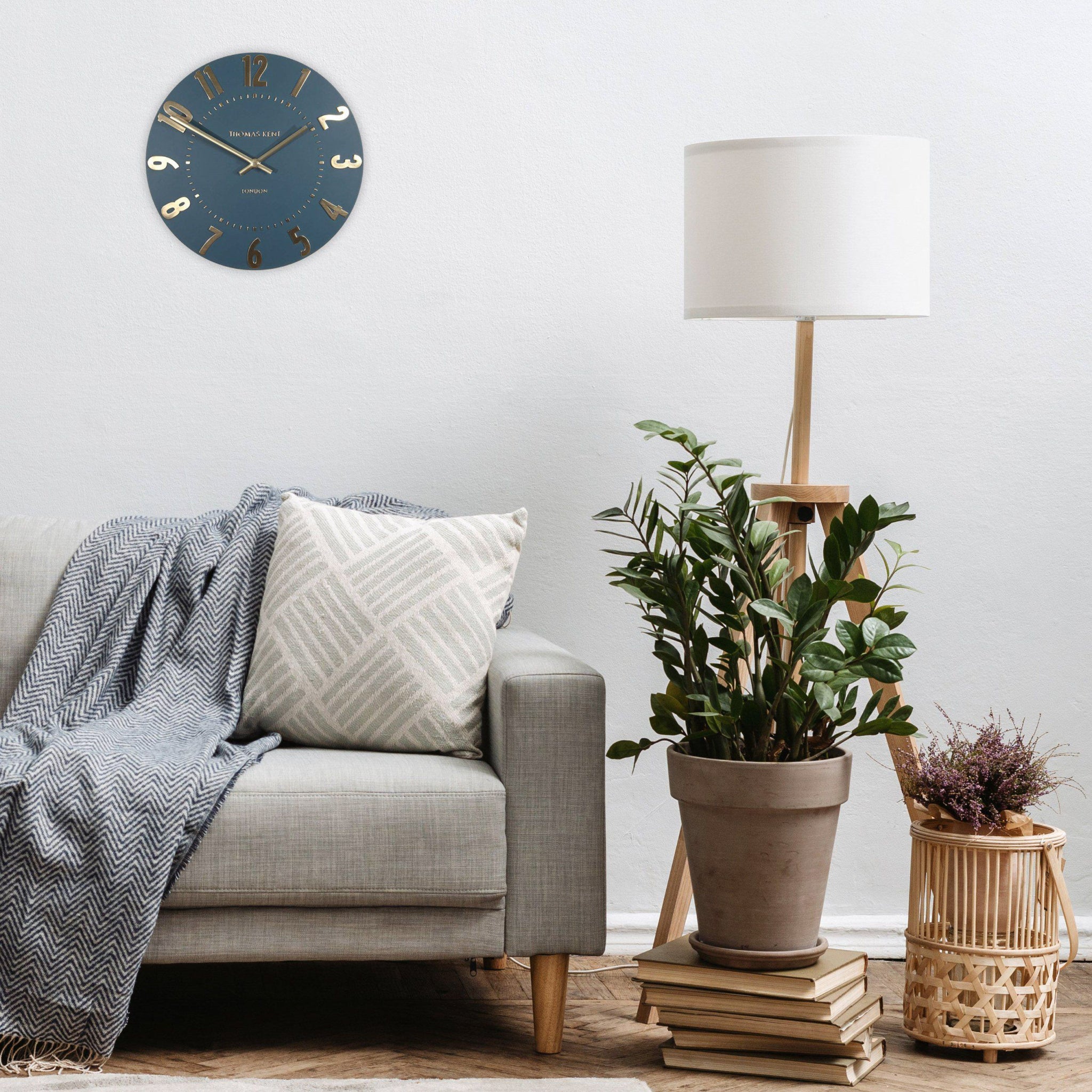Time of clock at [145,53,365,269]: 1:50
